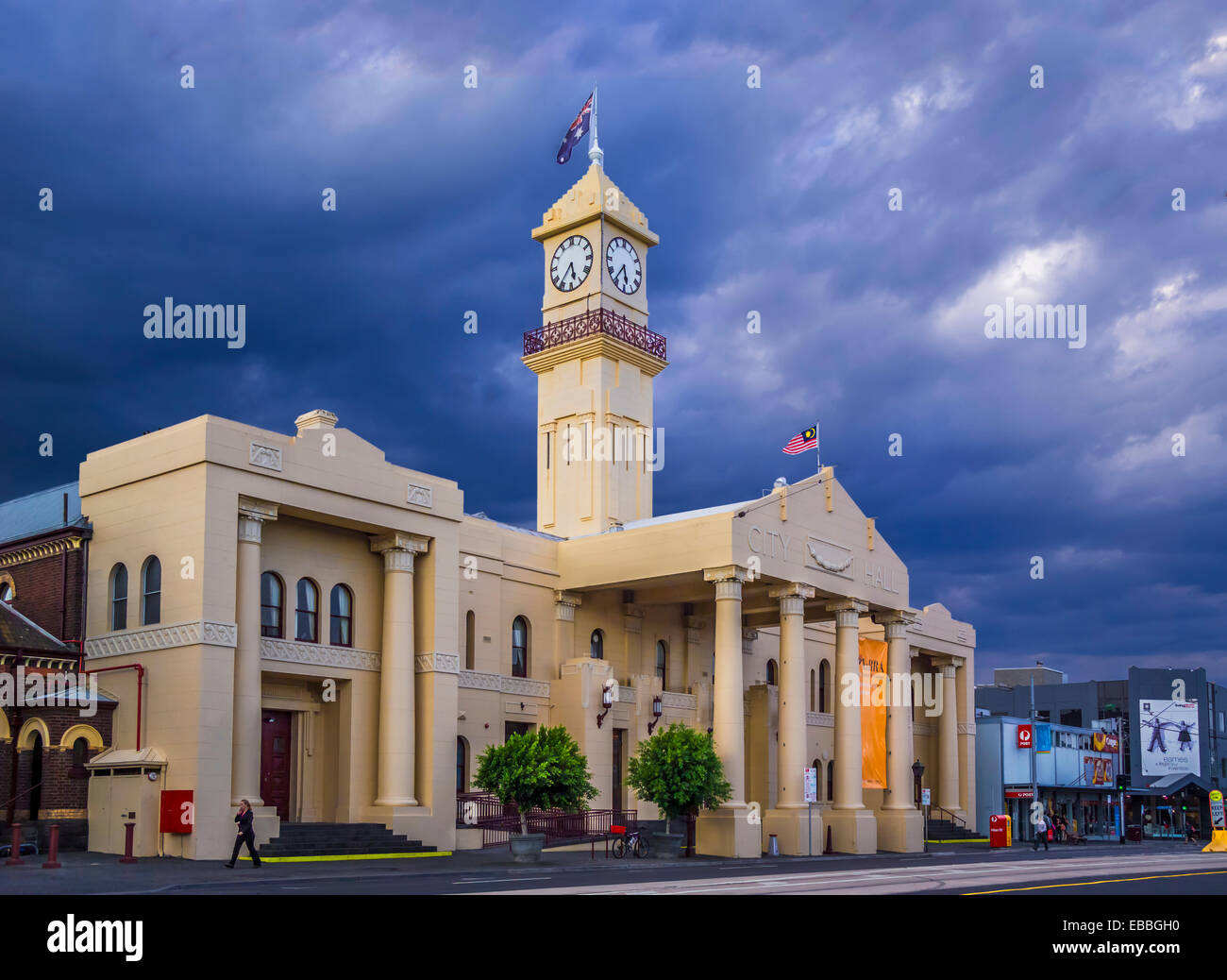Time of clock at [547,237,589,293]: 5:36
